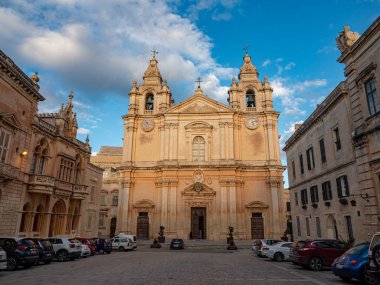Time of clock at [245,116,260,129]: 5:12
